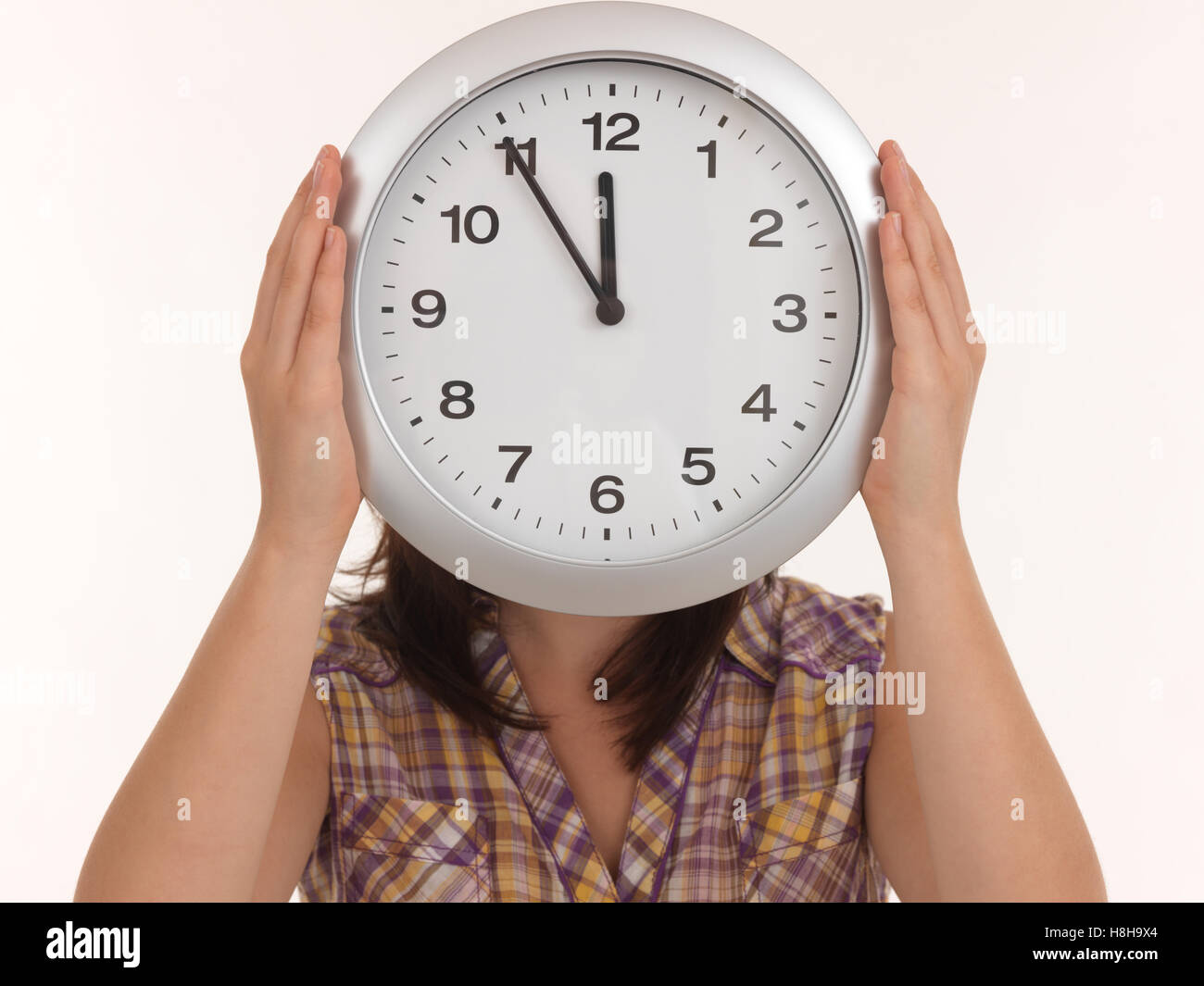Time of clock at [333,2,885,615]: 11:54
